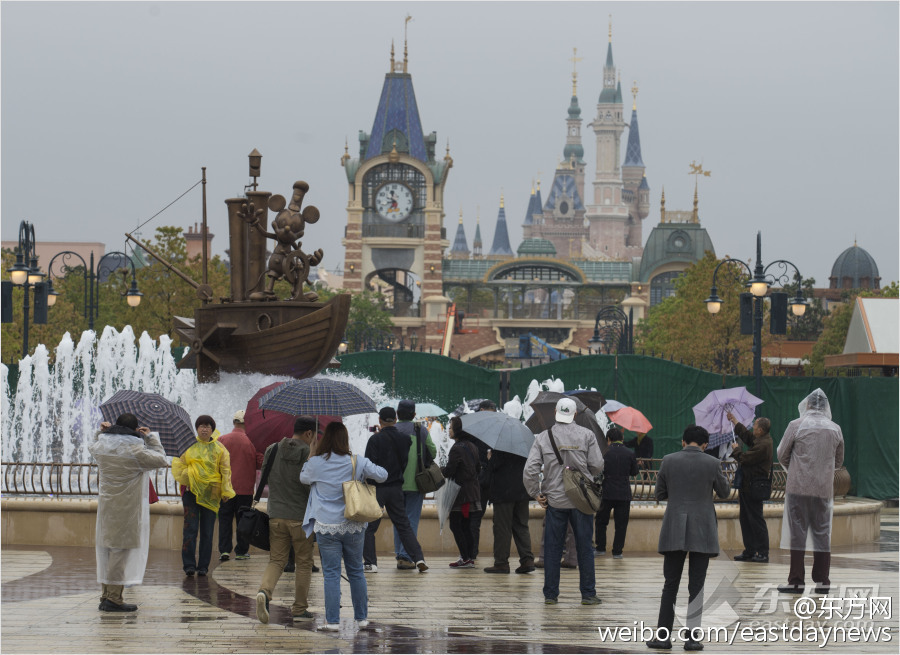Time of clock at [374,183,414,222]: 11:35
